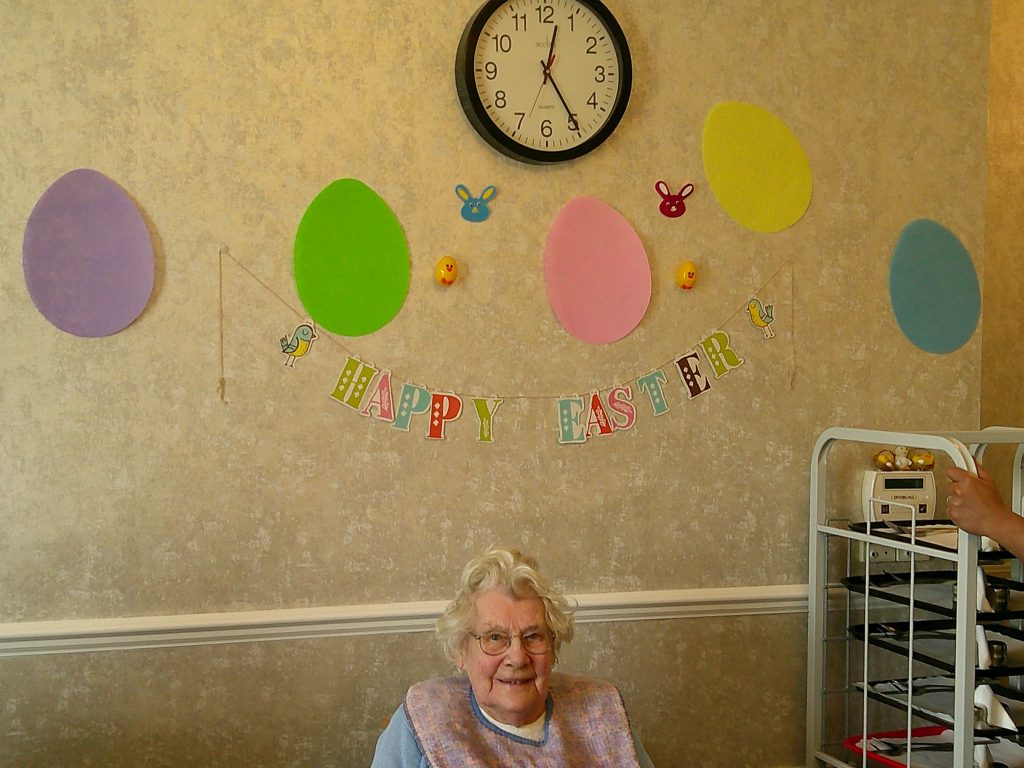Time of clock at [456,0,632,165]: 12:24
